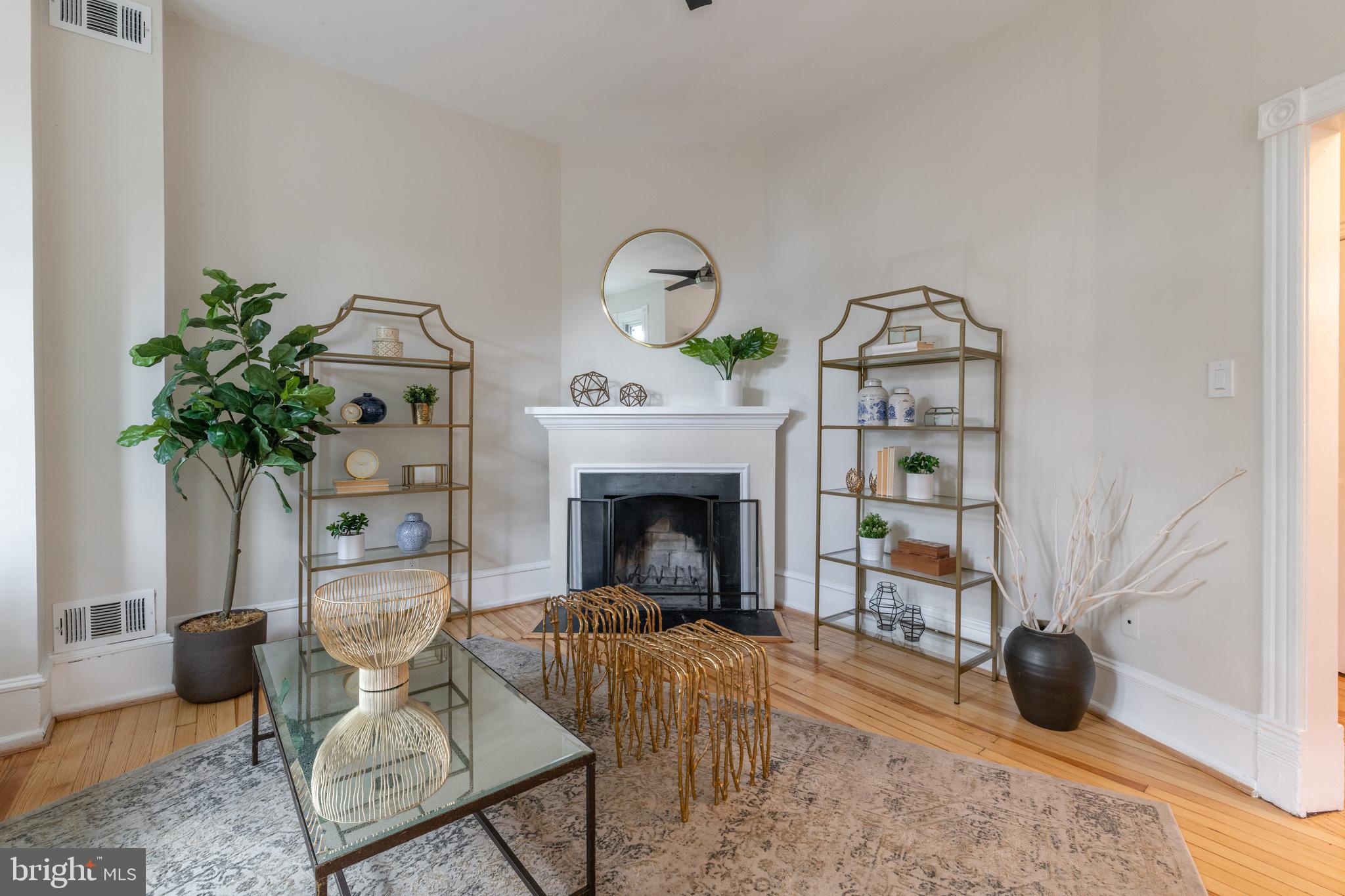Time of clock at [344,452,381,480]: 2:49
